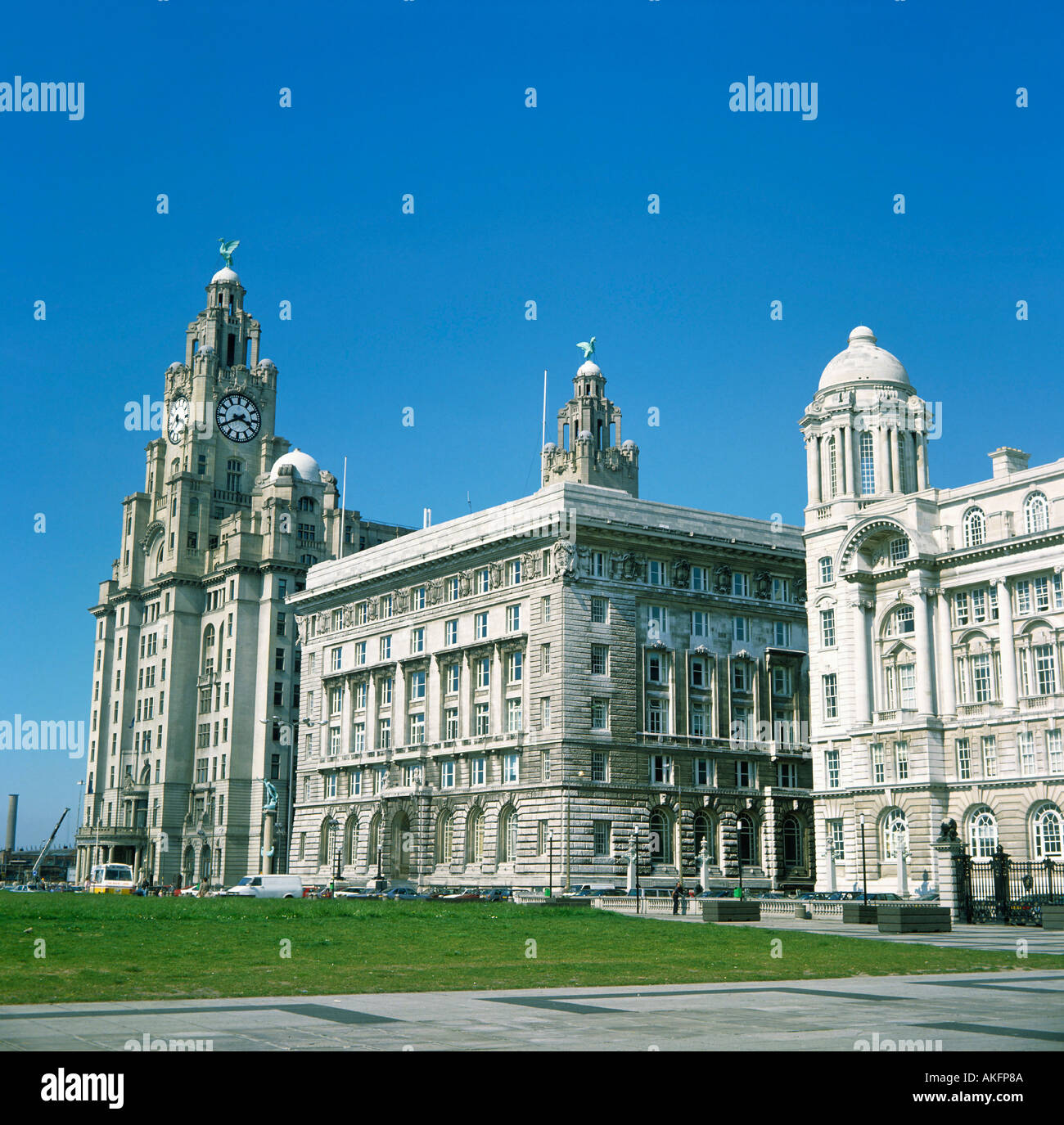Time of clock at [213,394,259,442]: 3:40
